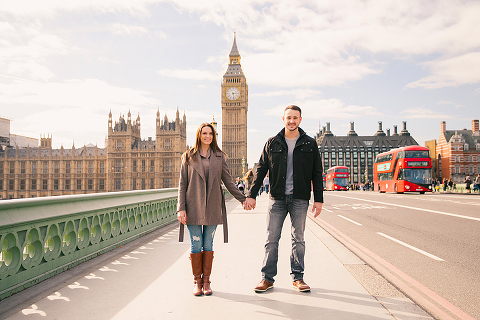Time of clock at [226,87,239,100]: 2:28
